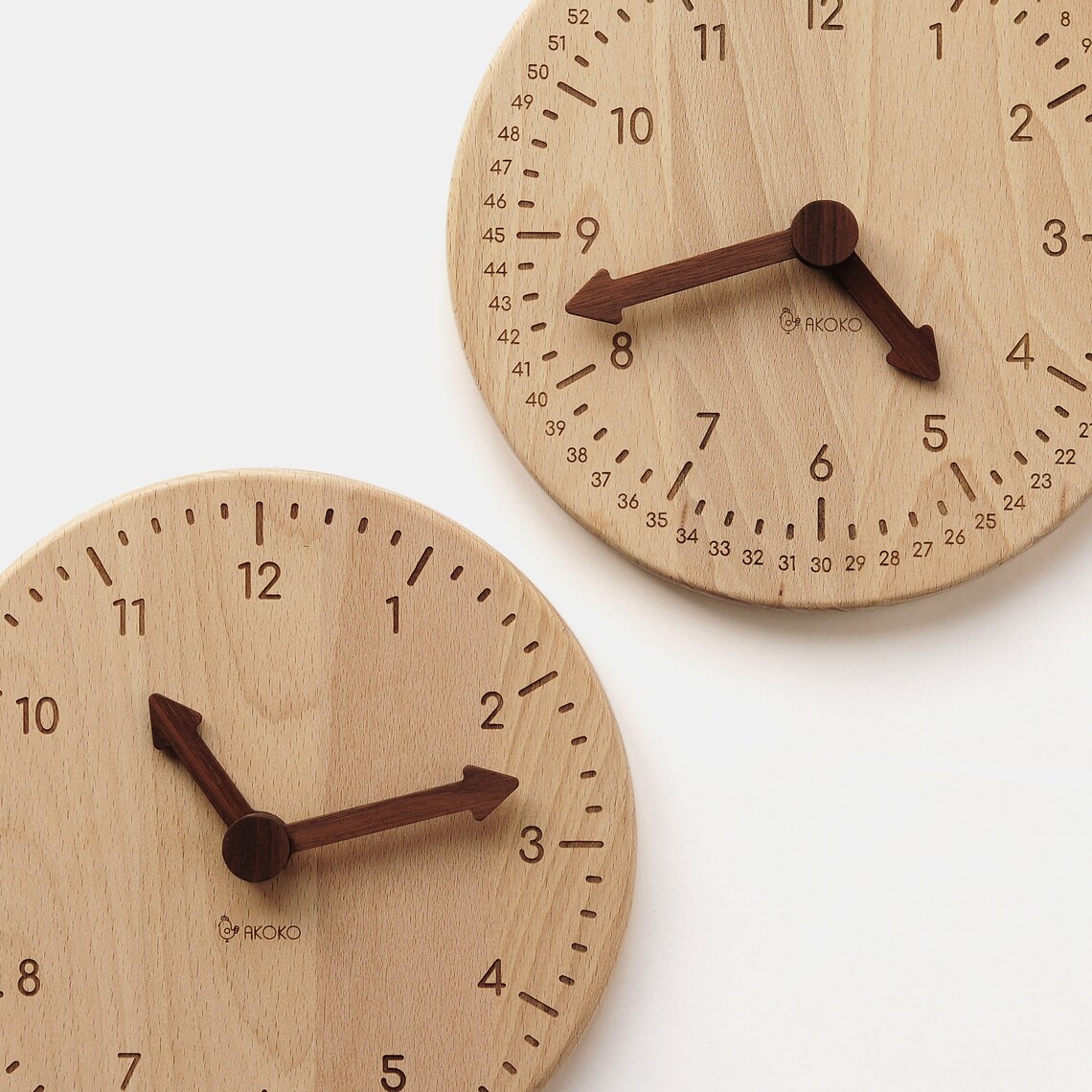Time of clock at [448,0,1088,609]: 4:42
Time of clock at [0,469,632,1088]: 10:12
